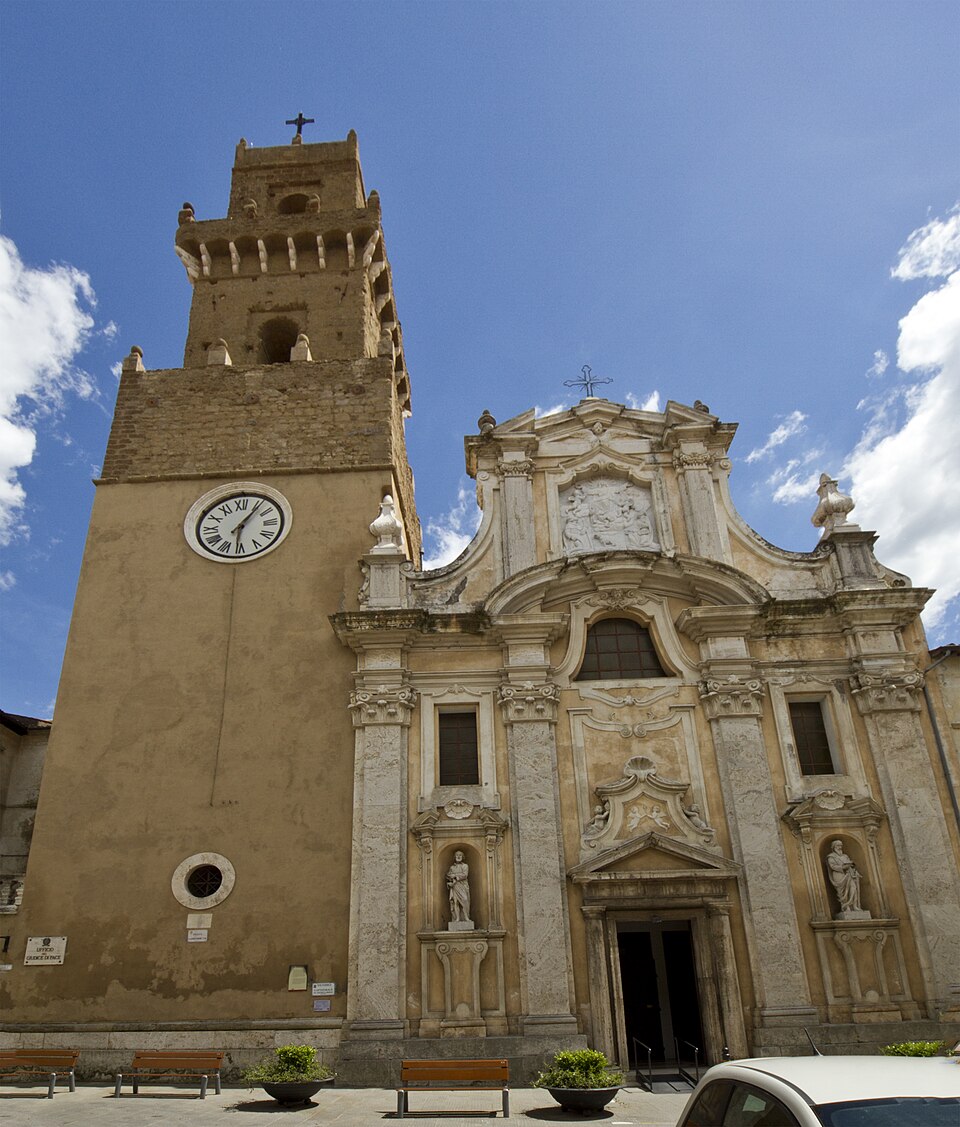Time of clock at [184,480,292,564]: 6:06
